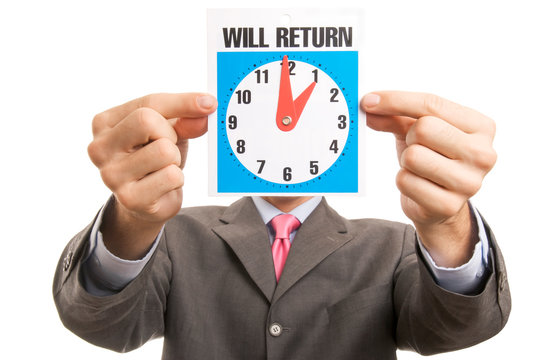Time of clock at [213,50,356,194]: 12:59
